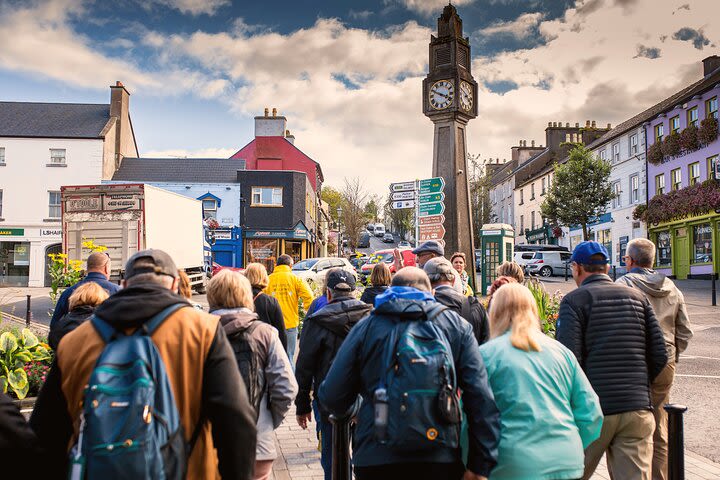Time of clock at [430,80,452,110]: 3:49
